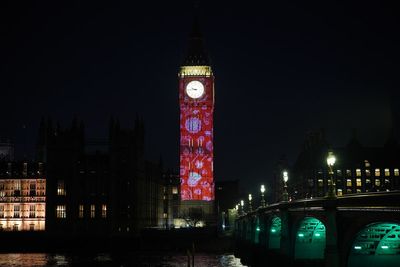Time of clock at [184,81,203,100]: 9:43
